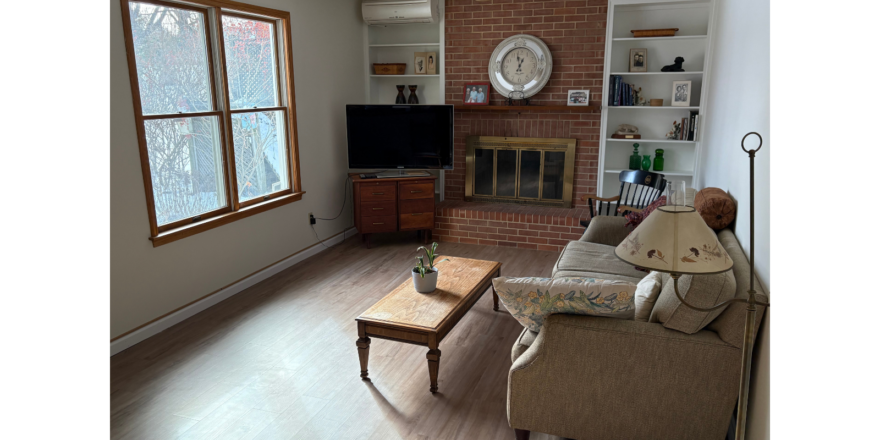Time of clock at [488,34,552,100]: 12:58
